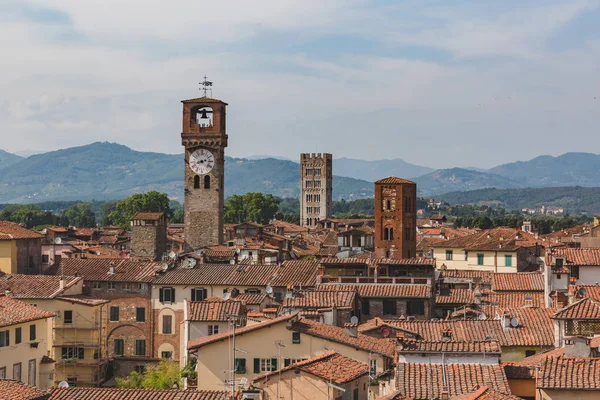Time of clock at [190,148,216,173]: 8:12
